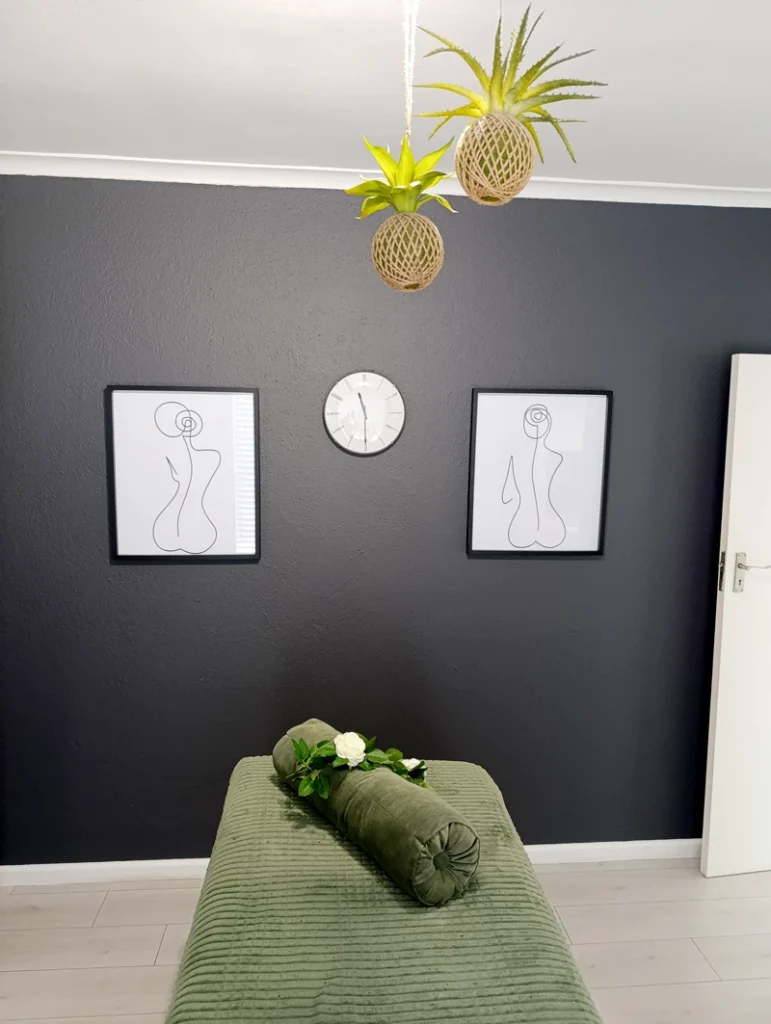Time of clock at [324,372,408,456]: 11:29
